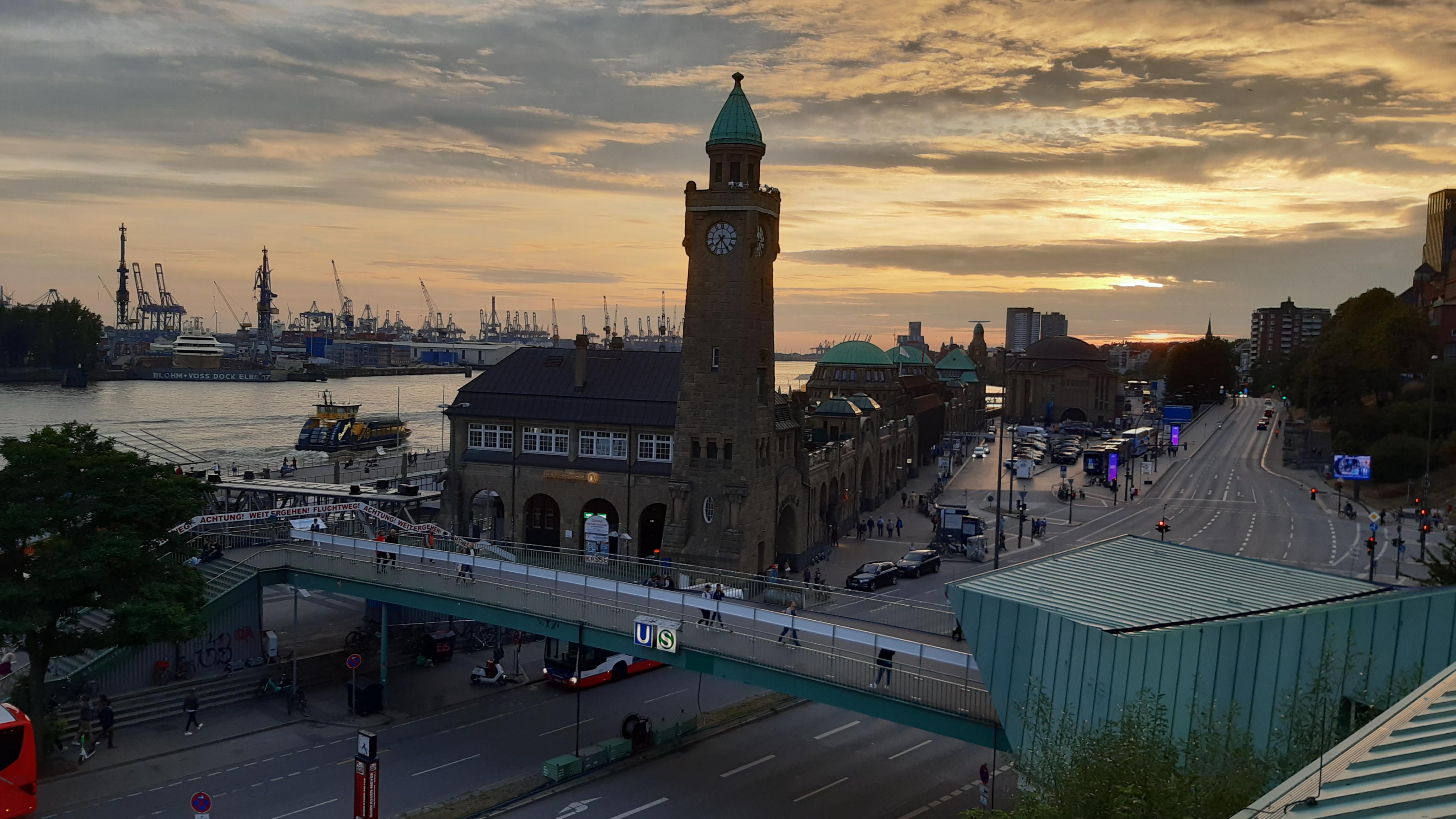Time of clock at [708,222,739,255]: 7:24
